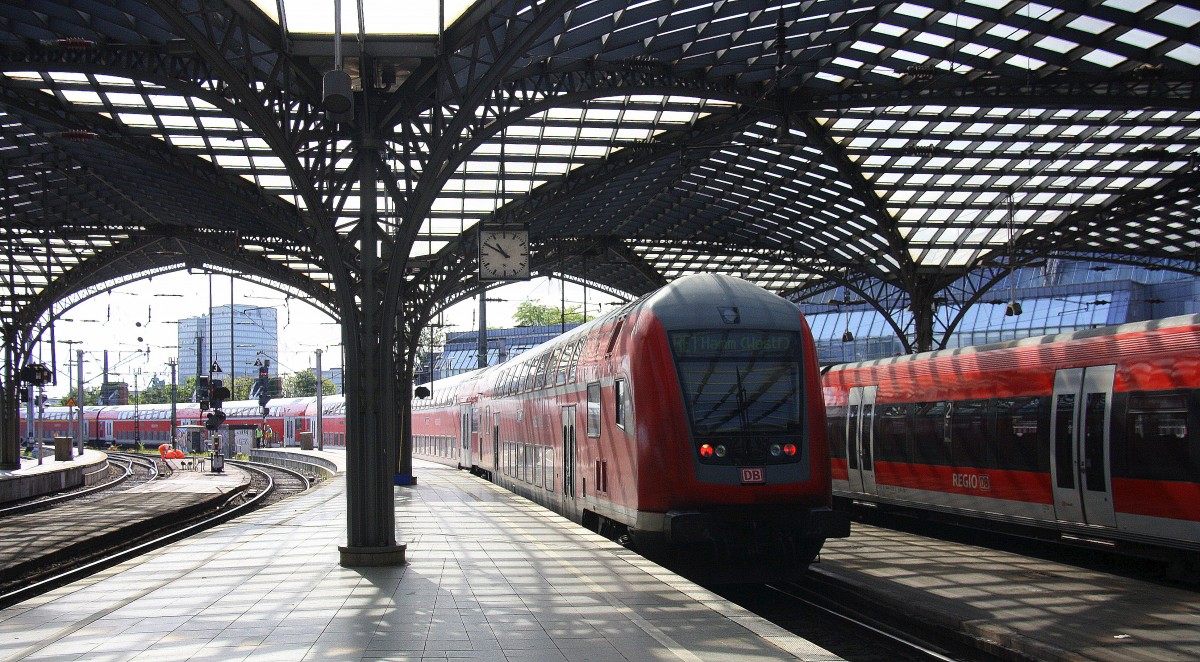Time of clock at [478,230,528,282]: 10:50
